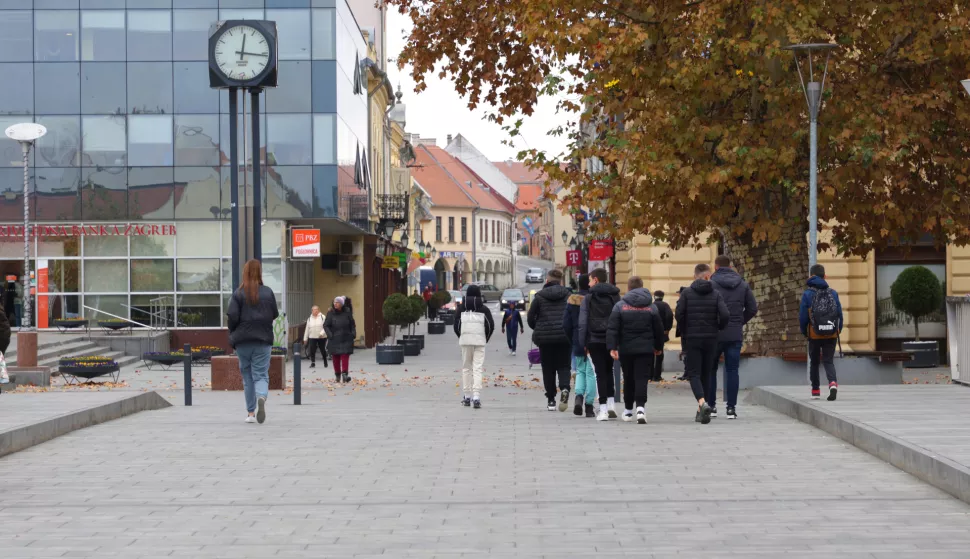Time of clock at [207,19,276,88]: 12:16
